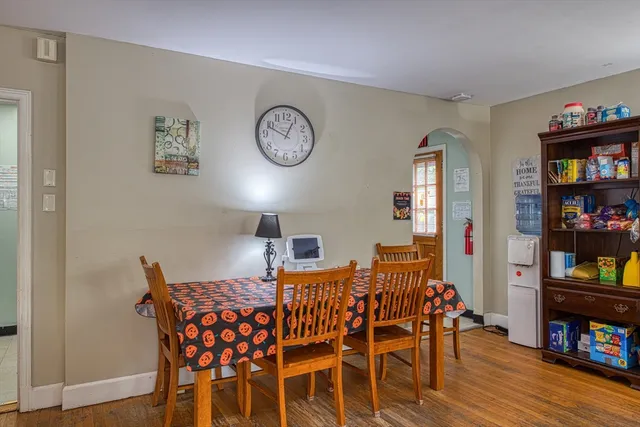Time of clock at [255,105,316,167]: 12:48
